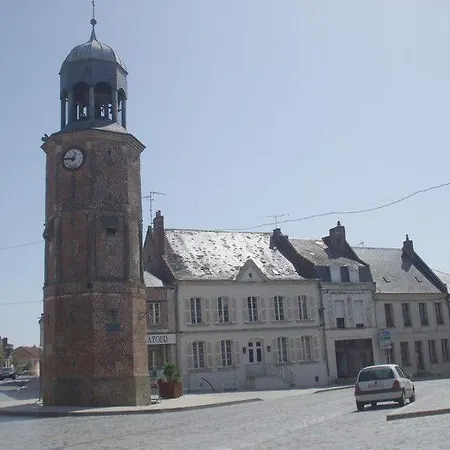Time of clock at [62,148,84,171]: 12:46
